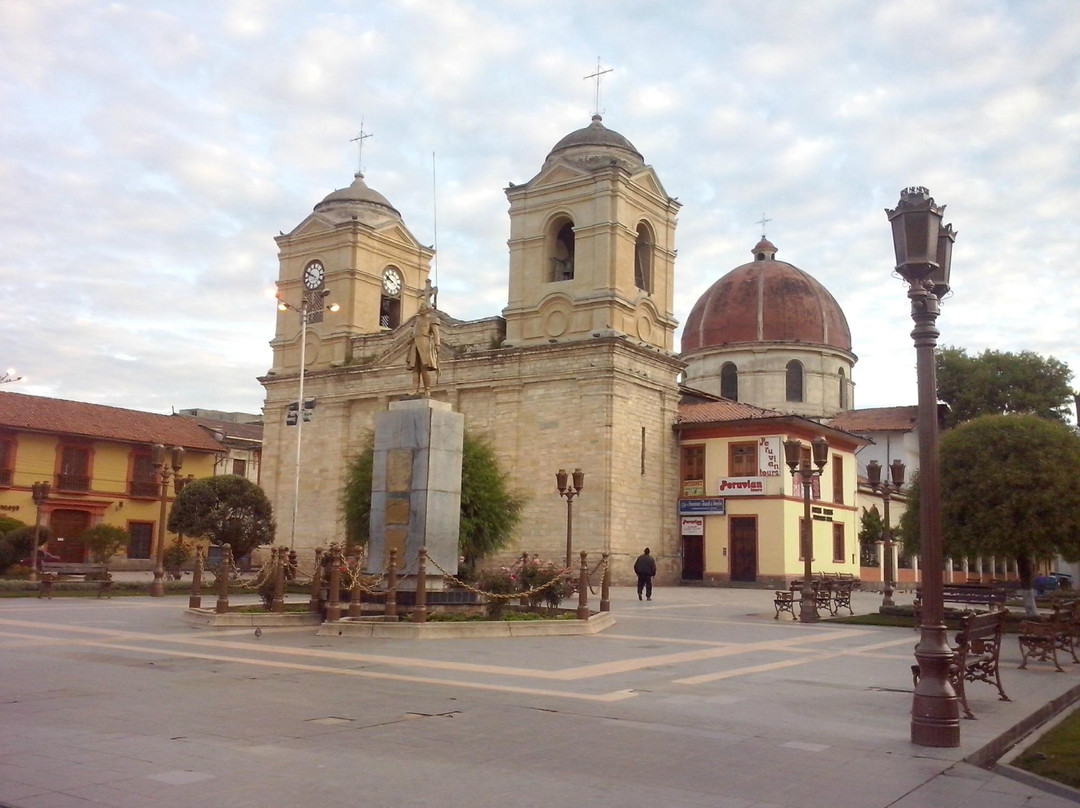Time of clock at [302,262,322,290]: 9:49
